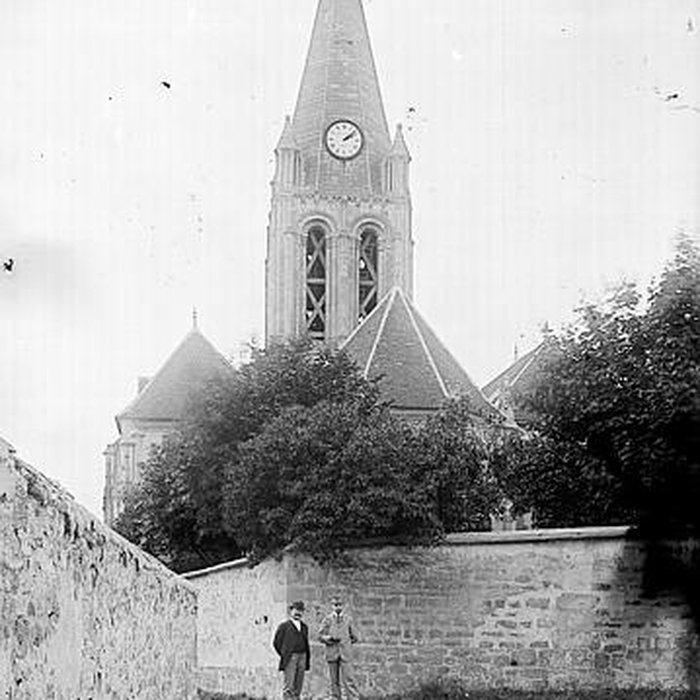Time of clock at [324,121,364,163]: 2:08
